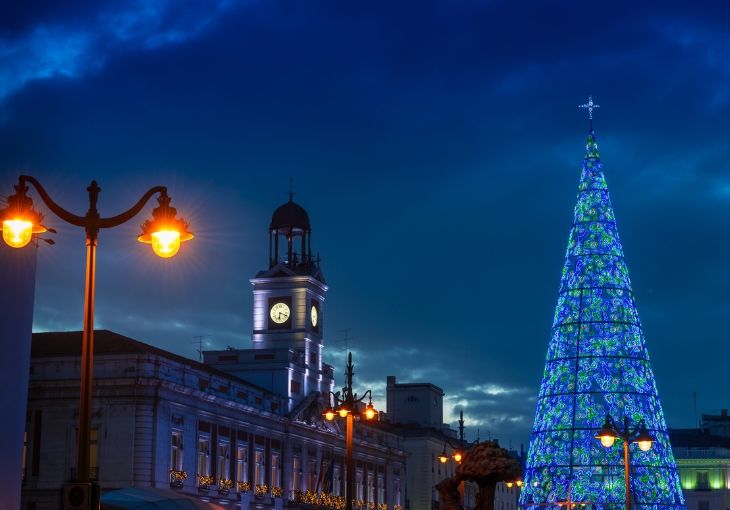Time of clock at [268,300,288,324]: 6:18
